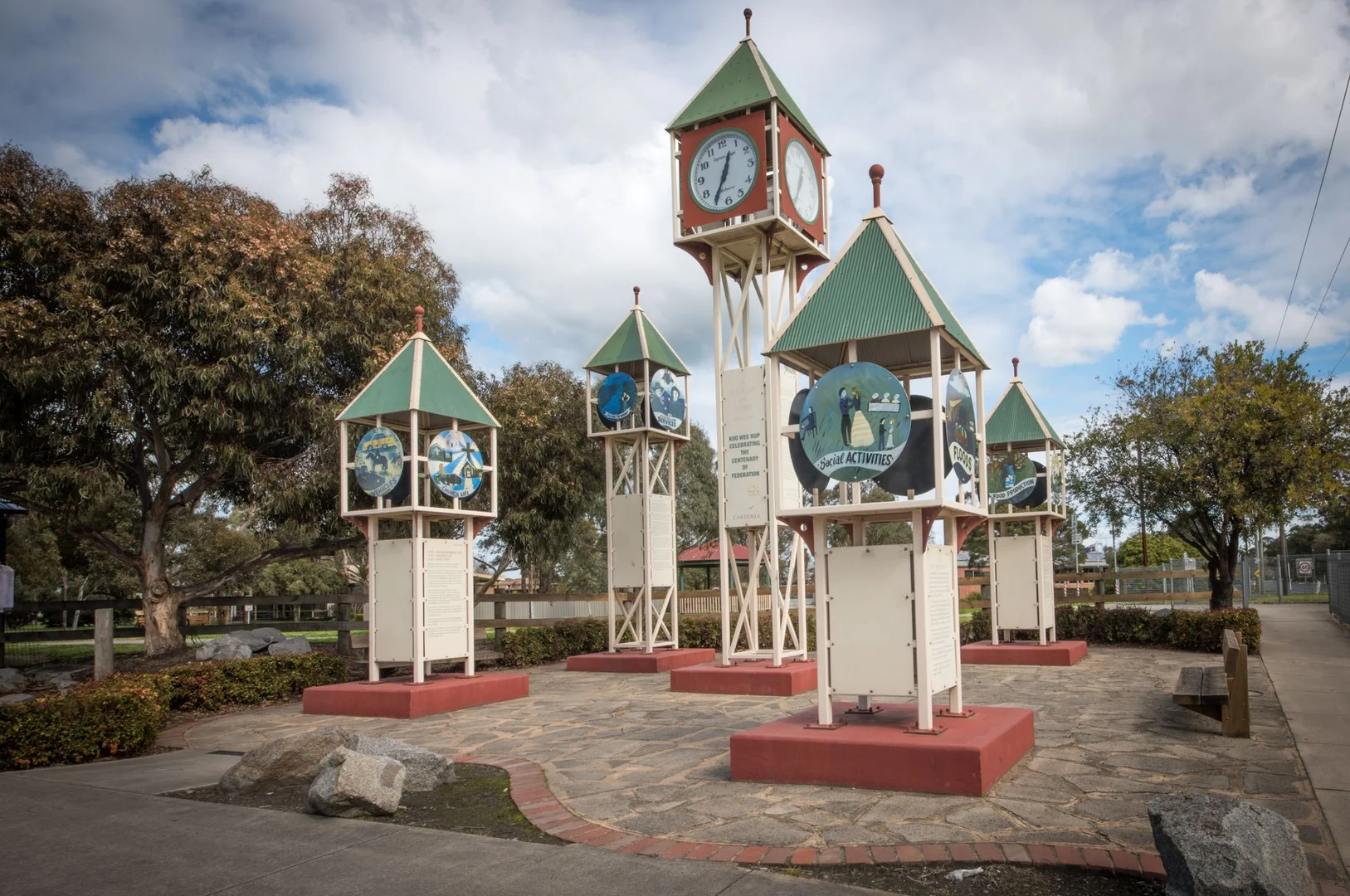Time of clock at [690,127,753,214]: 12:35
